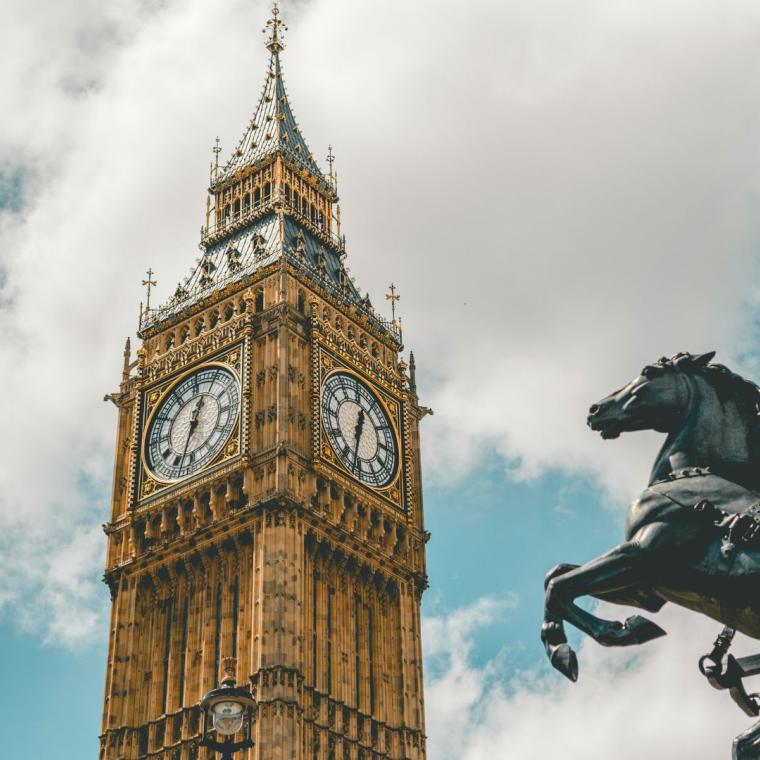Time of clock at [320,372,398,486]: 12:32
